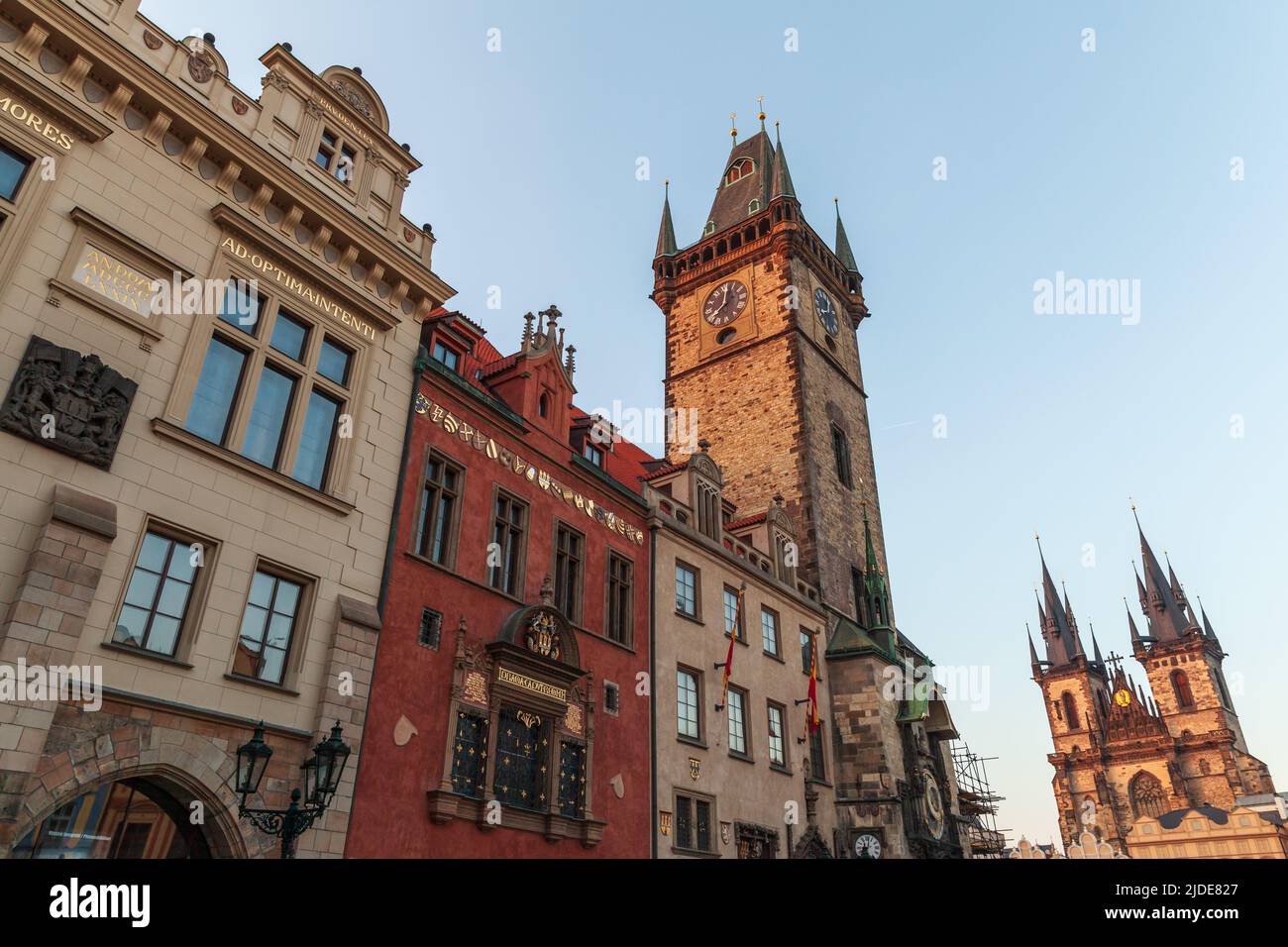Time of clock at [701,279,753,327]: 8:01
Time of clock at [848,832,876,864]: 8:01
